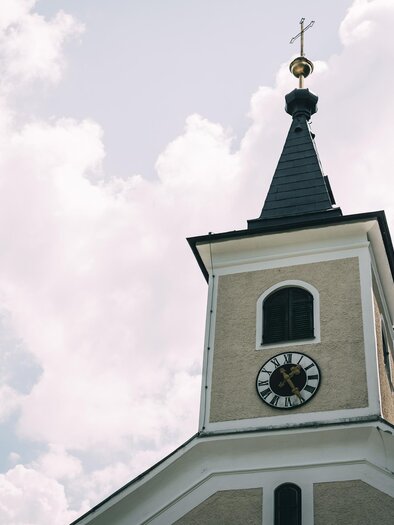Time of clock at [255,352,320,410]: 1:24
